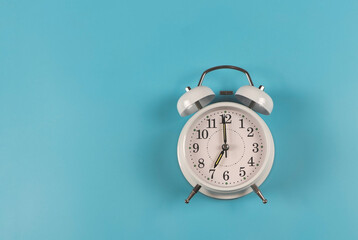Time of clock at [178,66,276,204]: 6:59
